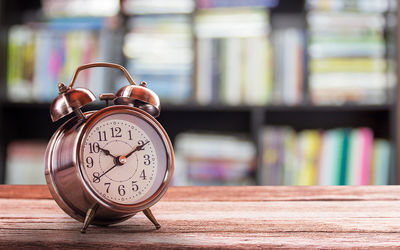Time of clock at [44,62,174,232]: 10:10
